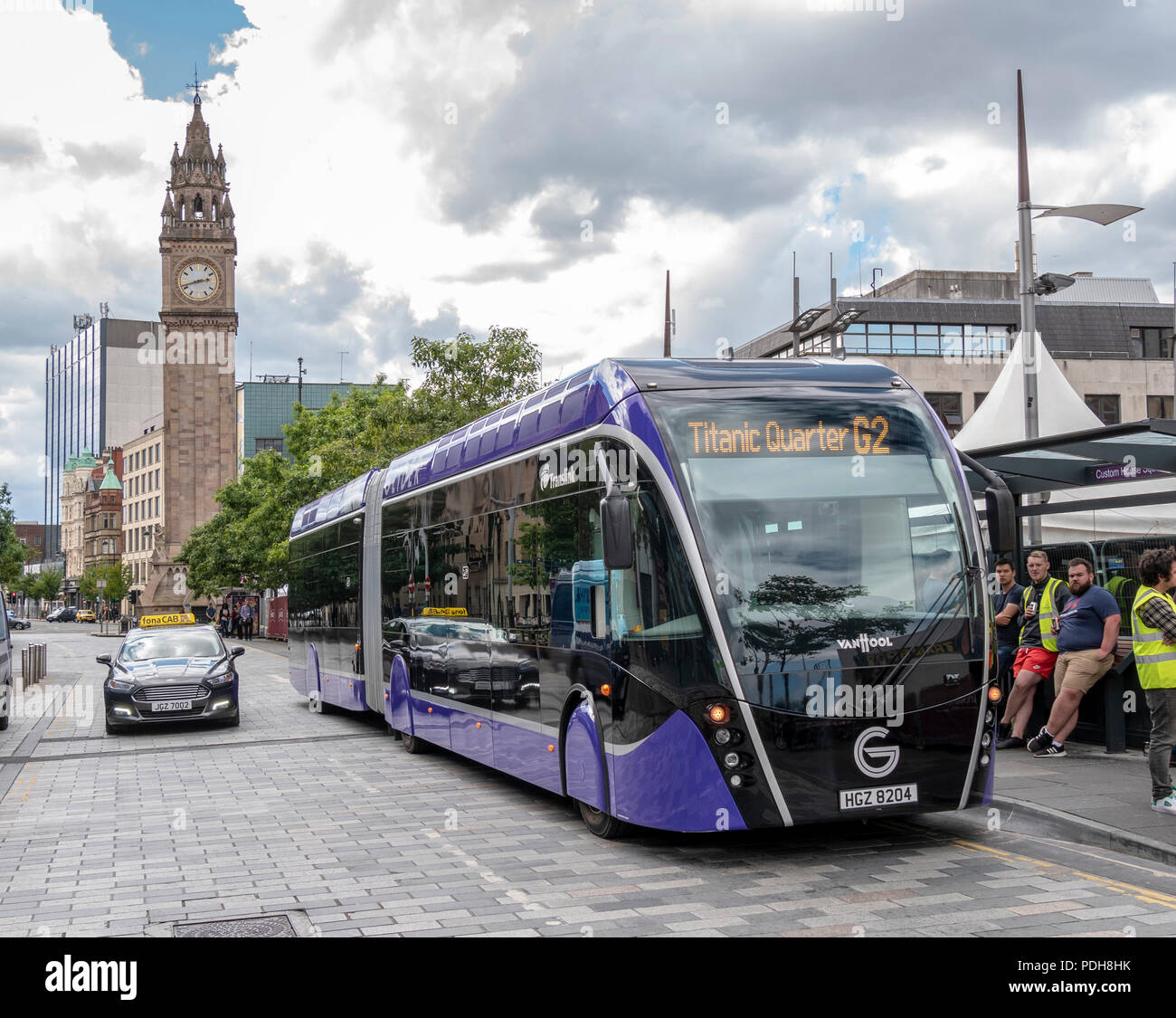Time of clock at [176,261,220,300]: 2:42
